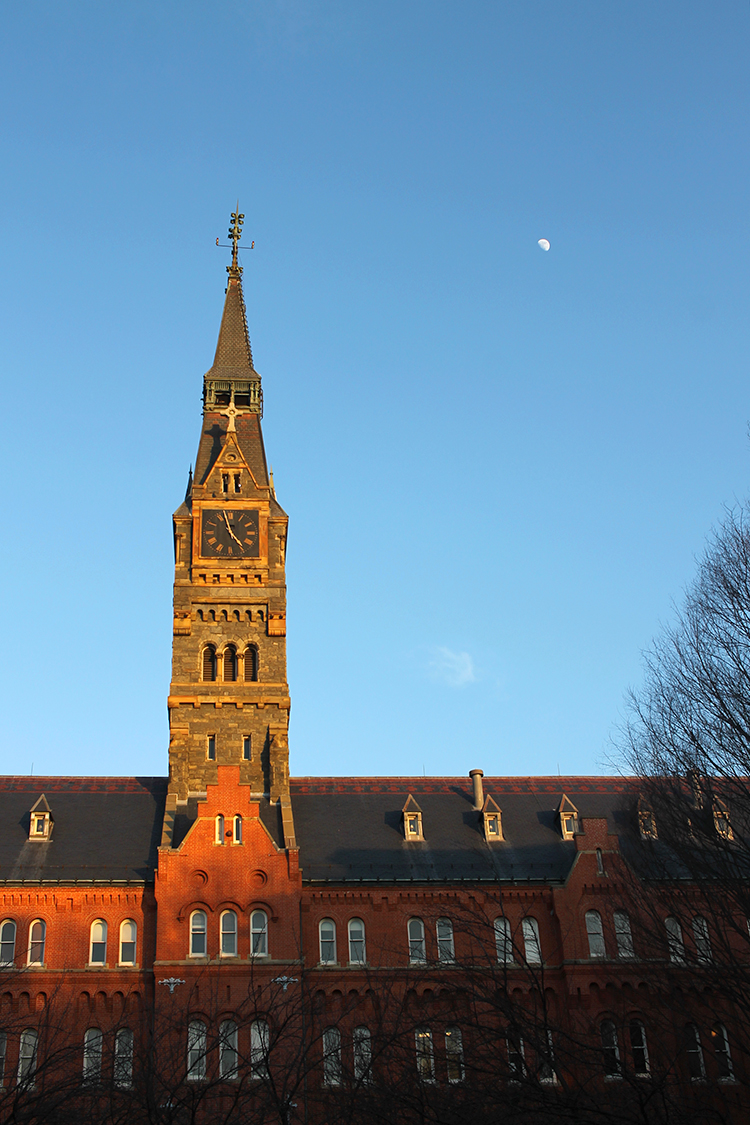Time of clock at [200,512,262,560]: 4:57
